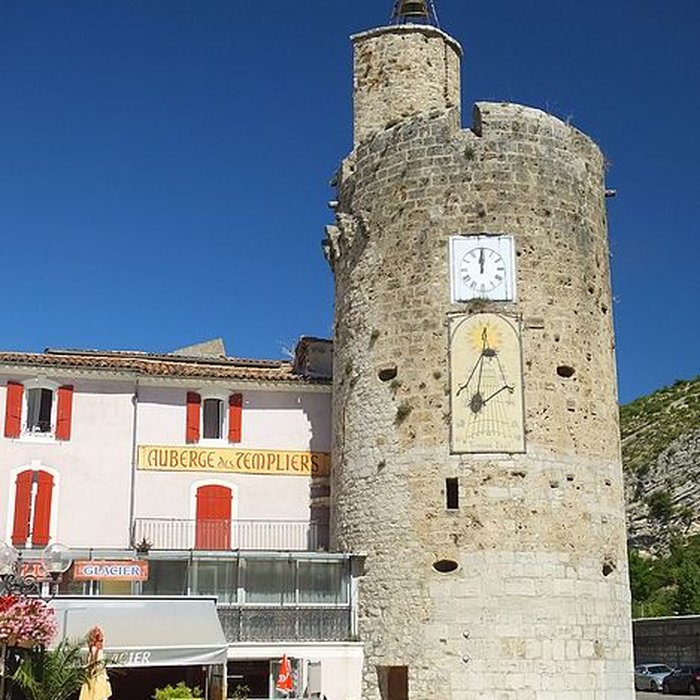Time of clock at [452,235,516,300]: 12:00
